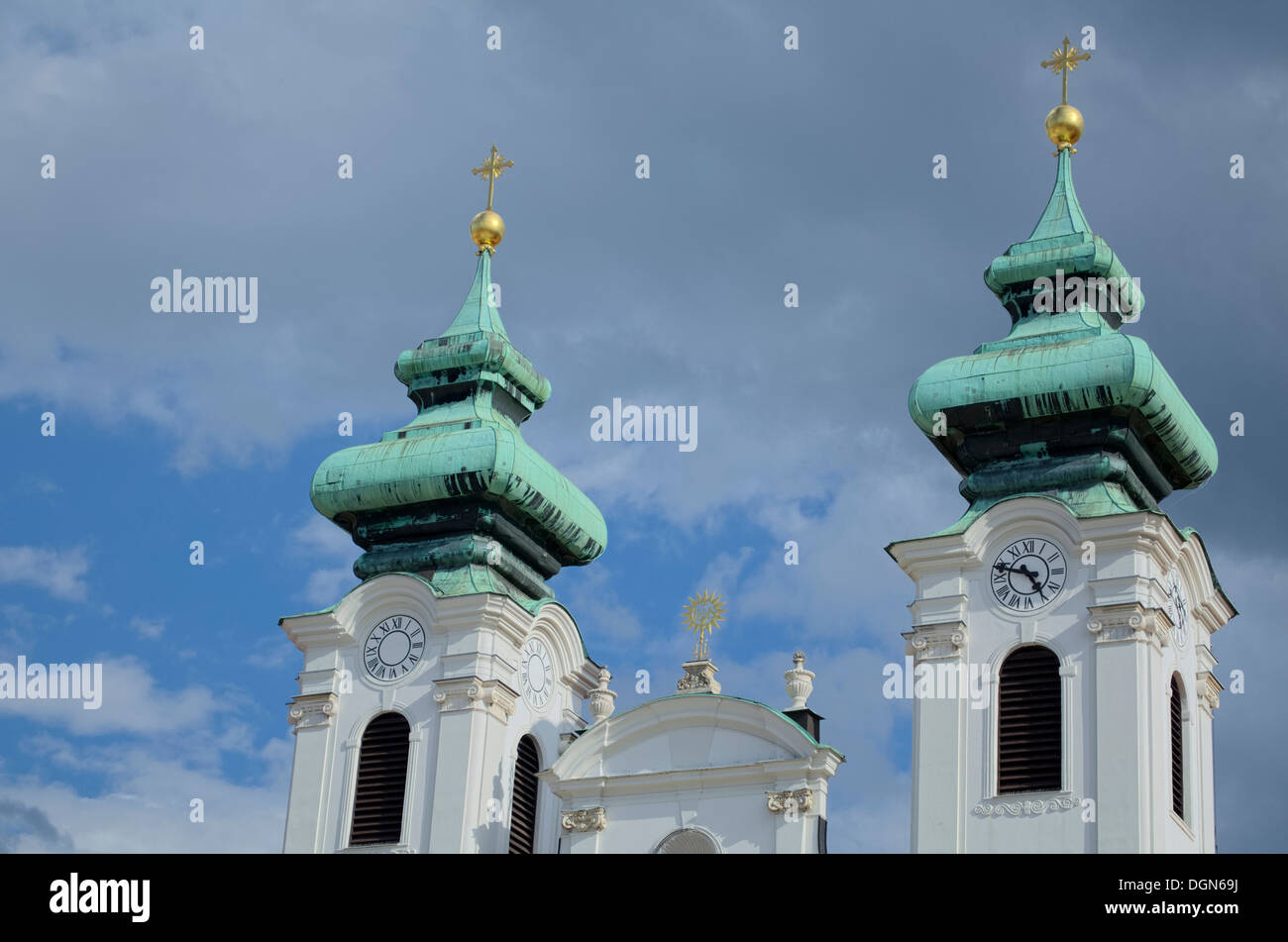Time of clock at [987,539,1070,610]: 4:48
